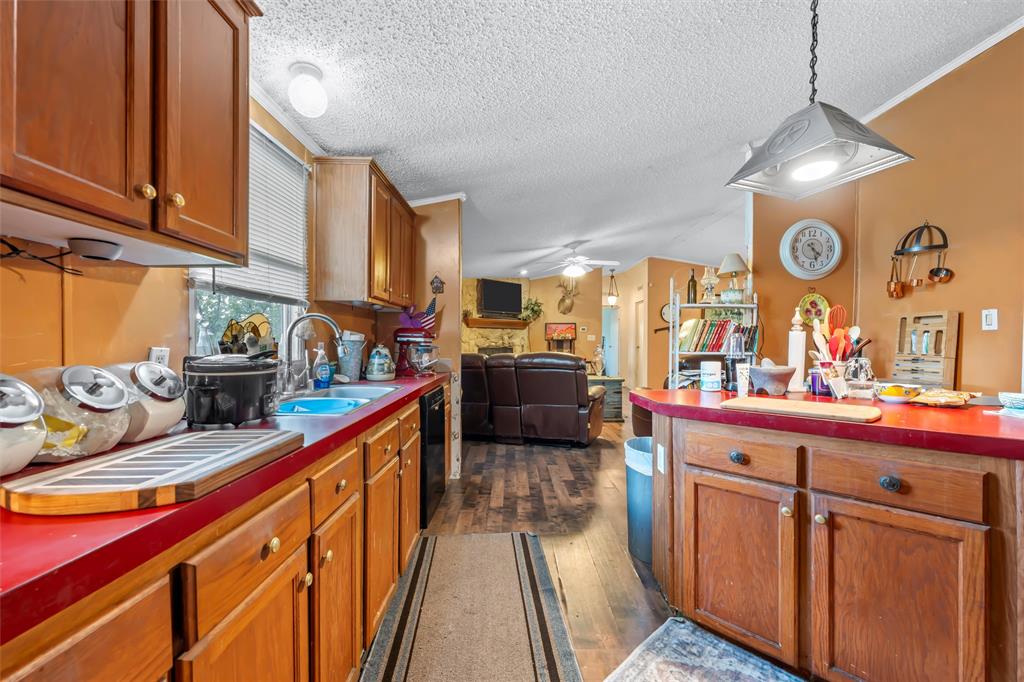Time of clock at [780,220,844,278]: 4:27
